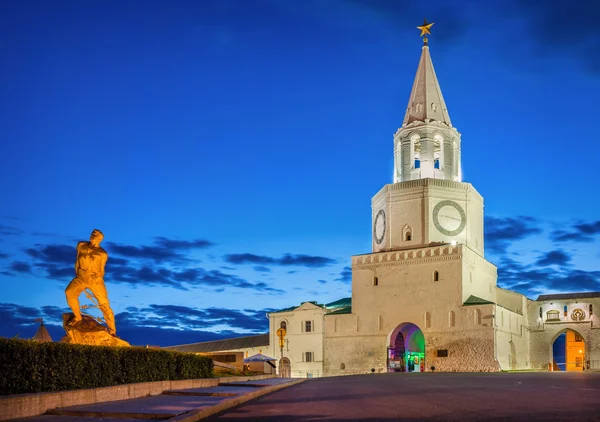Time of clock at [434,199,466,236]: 9:16
